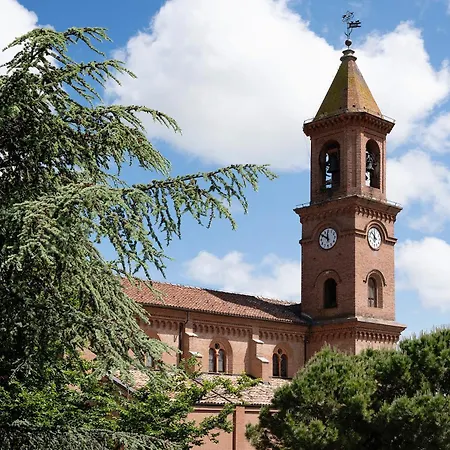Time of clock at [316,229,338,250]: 11:50
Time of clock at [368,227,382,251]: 10:00
